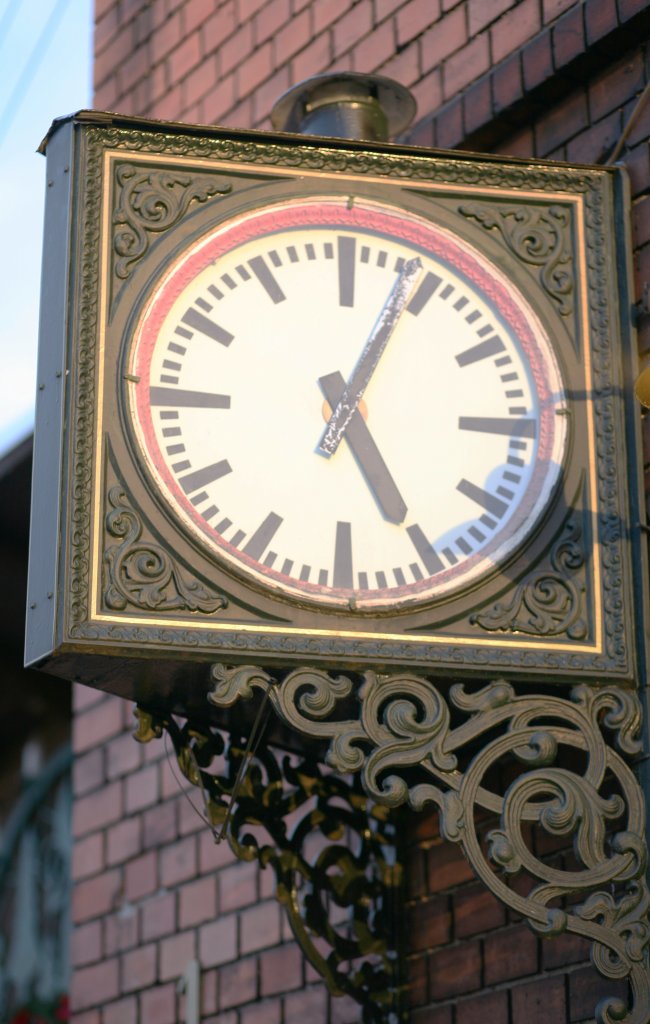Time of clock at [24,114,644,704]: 5:04
